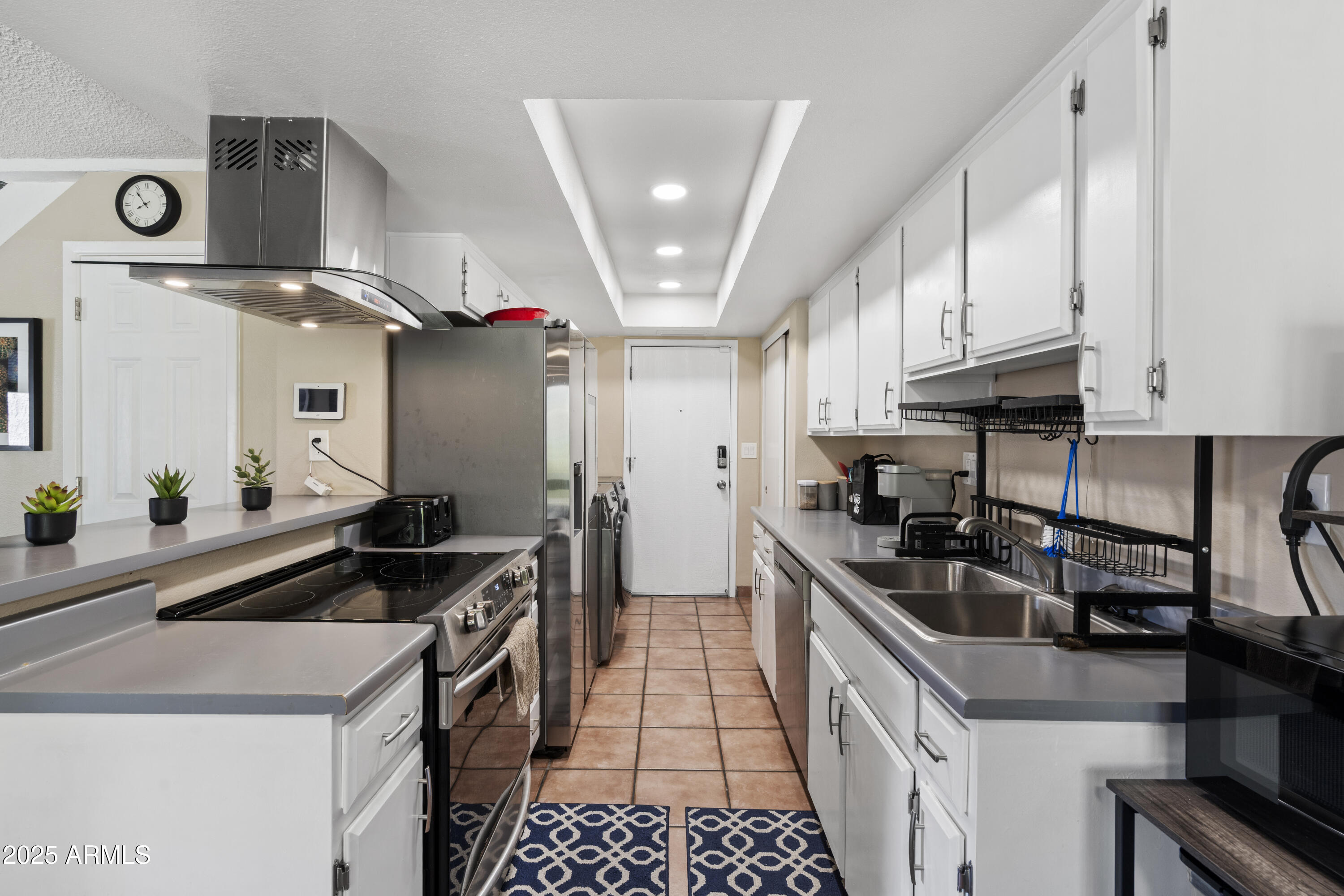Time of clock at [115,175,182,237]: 7:53
